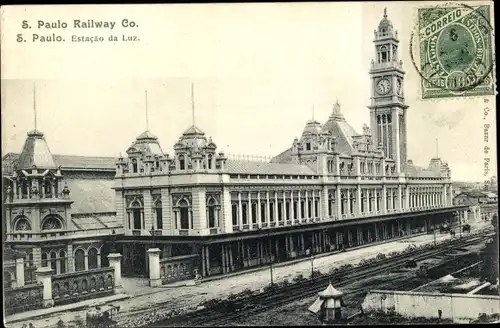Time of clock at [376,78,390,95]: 10:28
